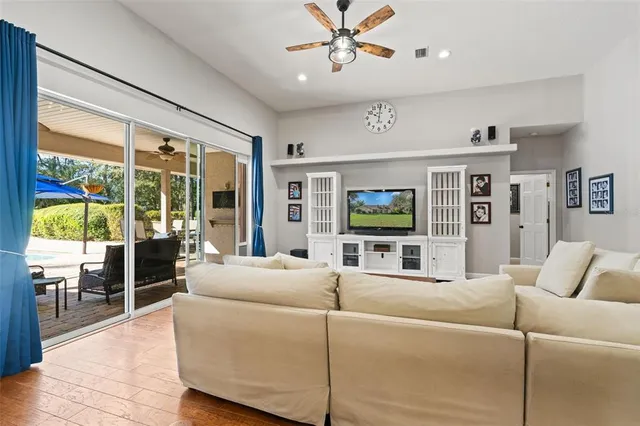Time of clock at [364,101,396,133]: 10:00
